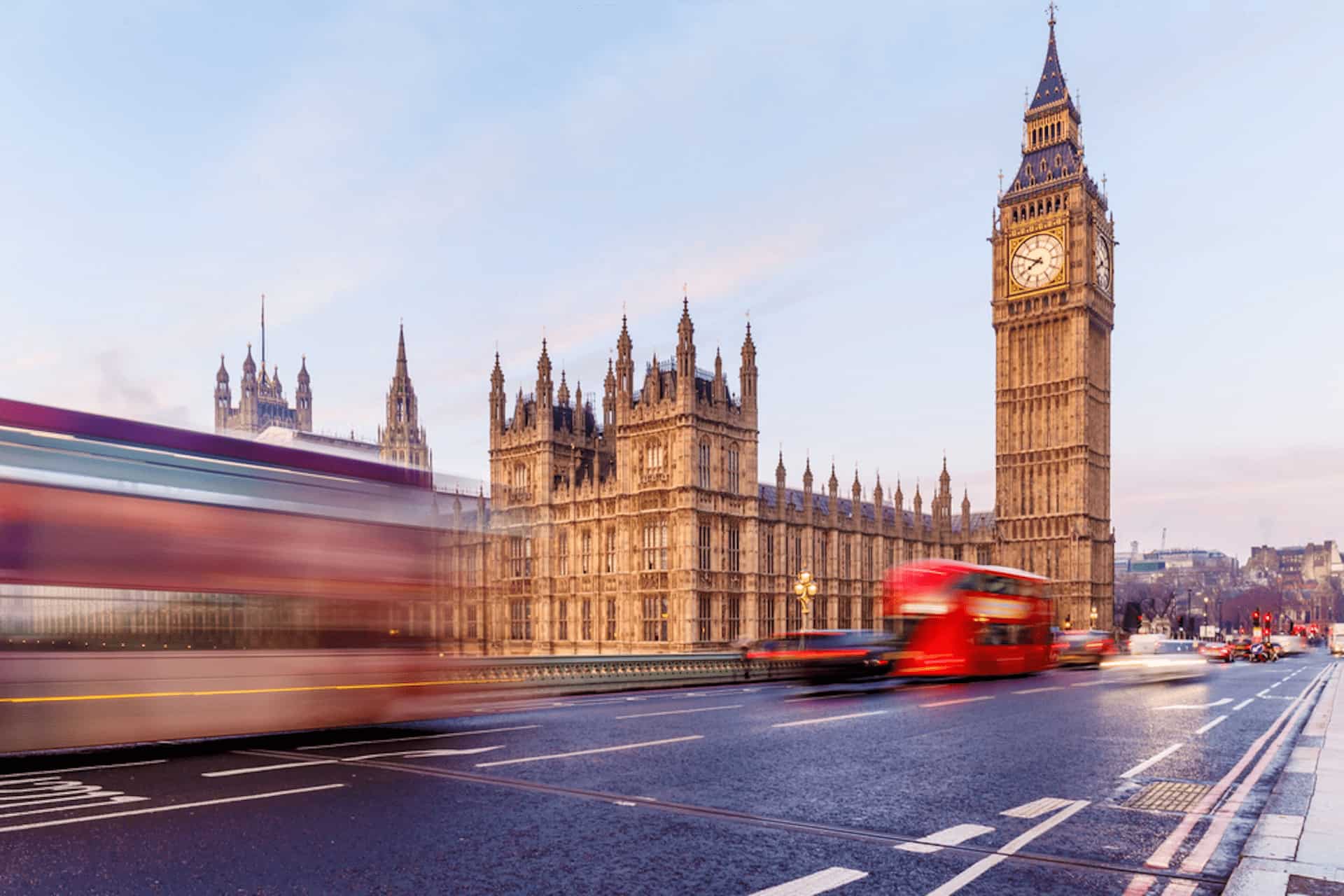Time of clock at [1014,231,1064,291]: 7:49
